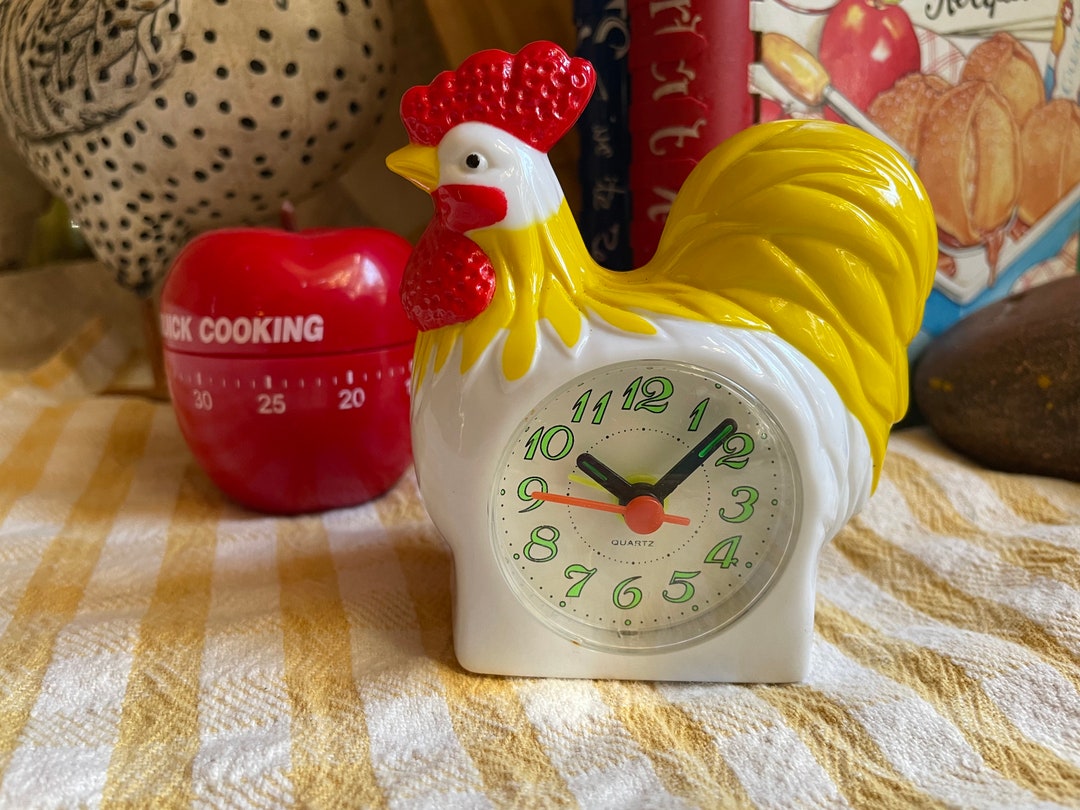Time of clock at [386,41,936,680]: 10:07
